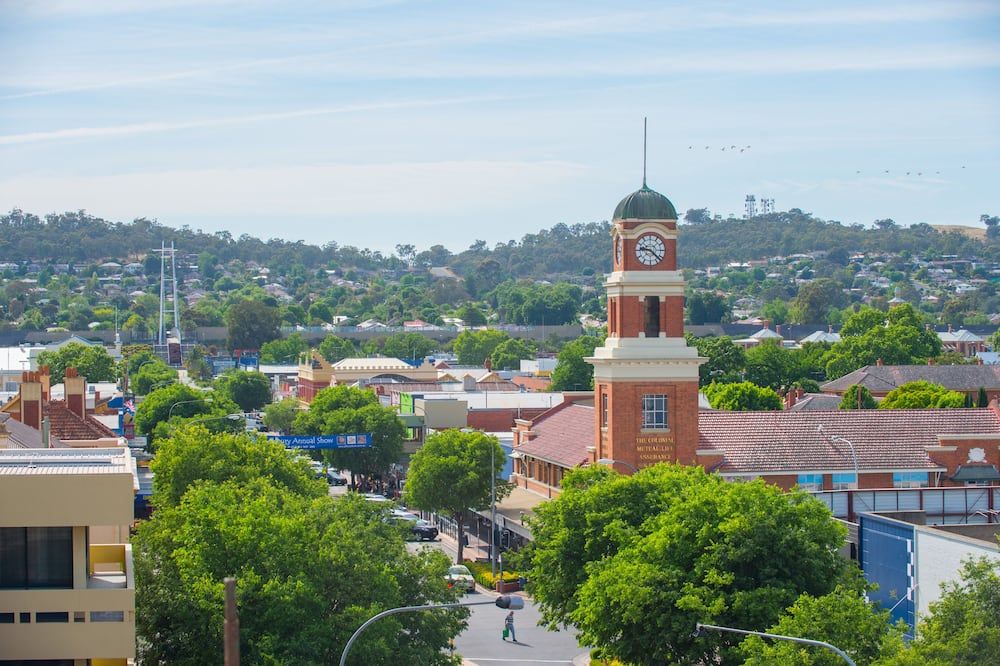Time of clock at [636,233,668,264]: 9:22
